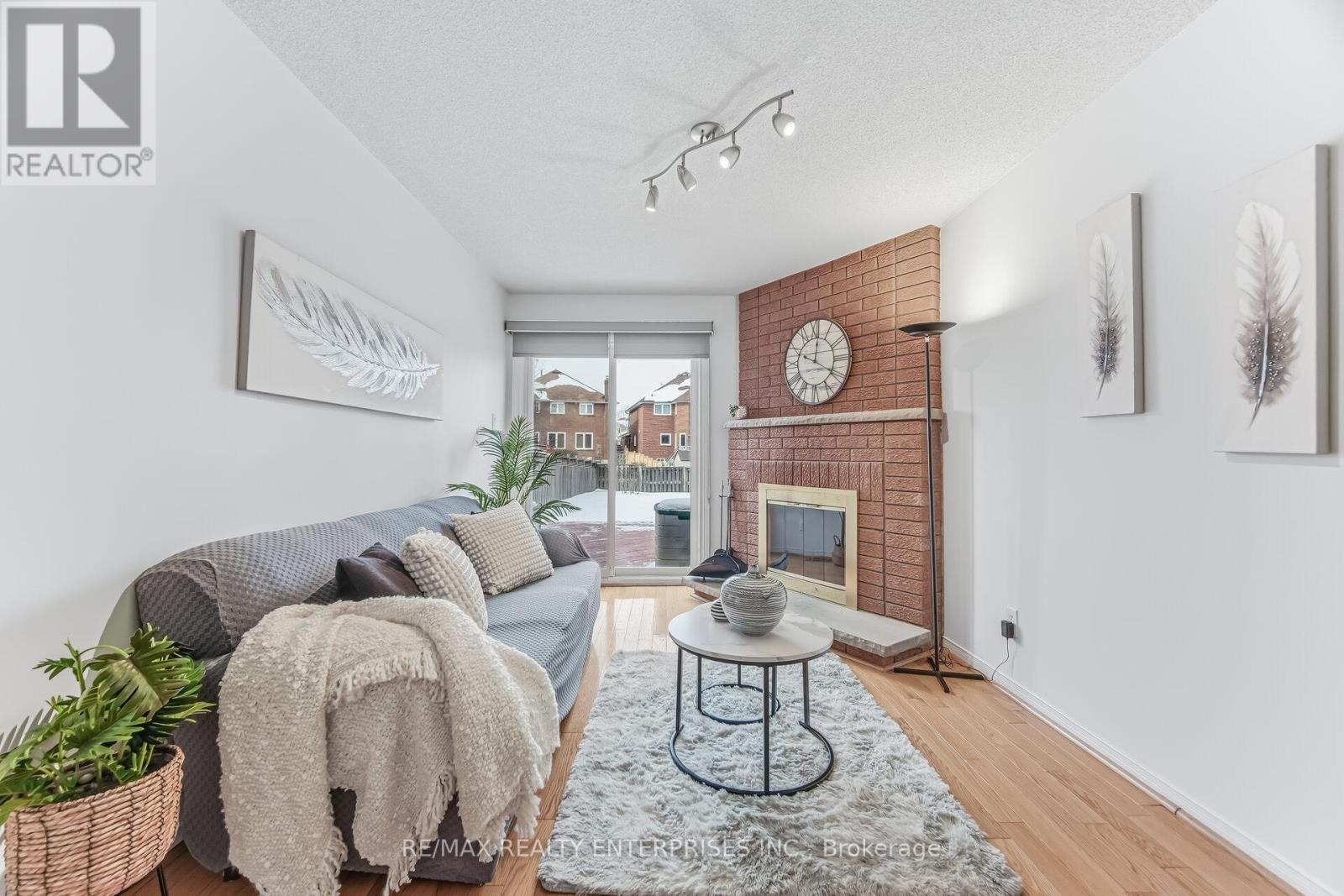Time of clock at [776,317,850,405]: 10:01
